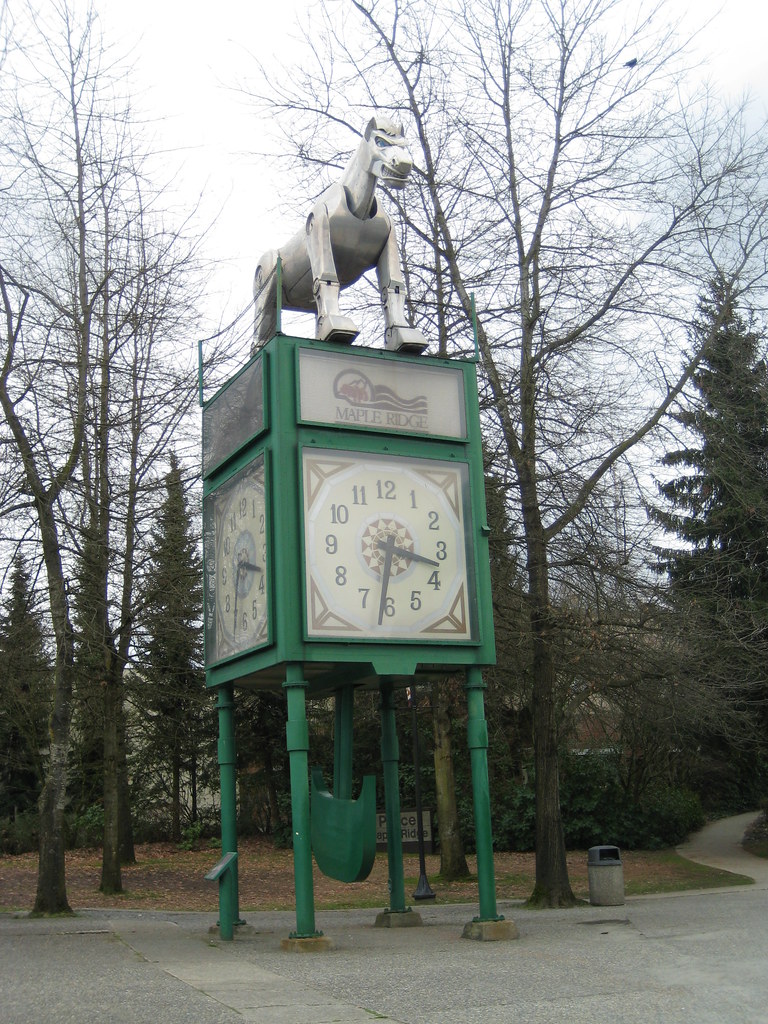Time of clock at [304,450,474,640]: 3:31
